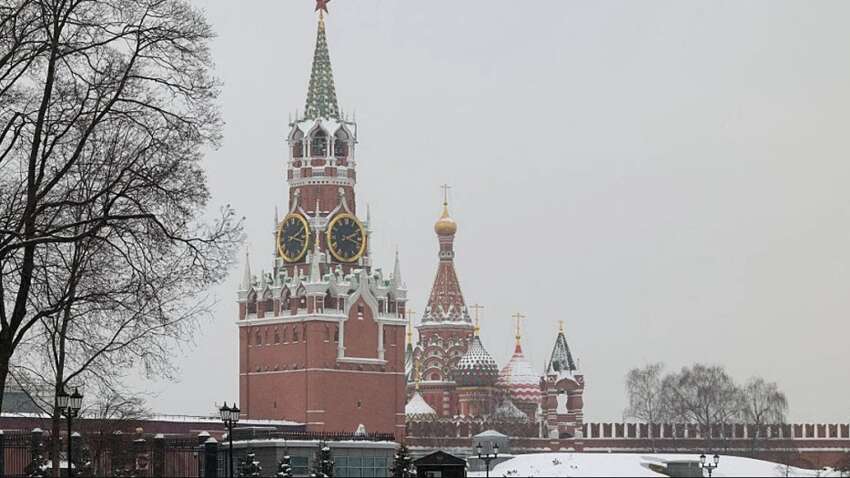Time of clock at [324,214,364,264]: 2:18
